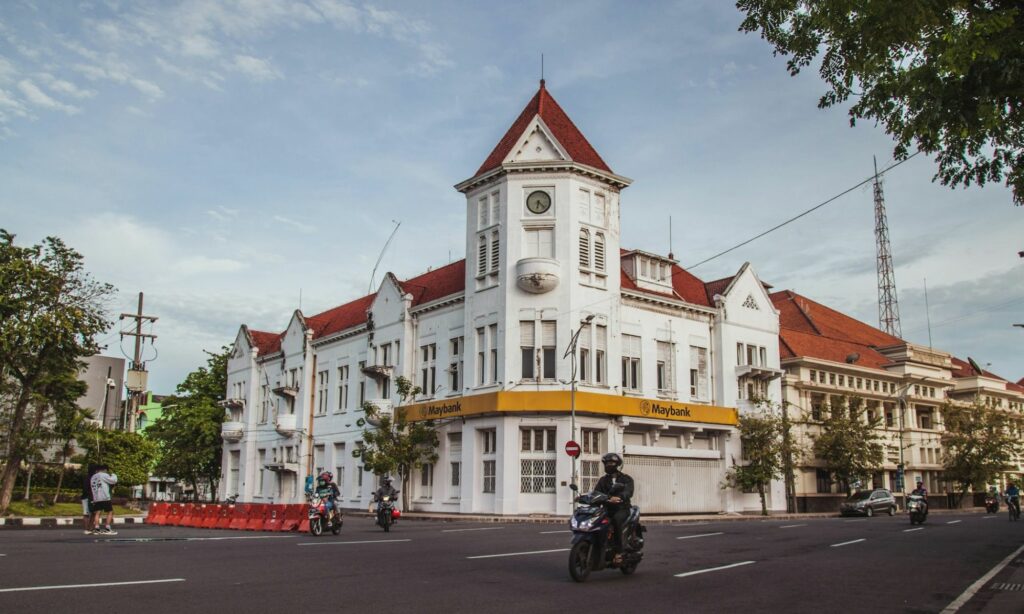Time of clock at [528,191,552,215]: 6:22
